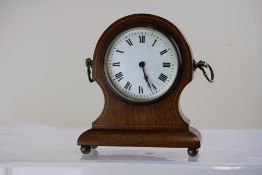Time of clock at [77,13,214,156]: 5:26
